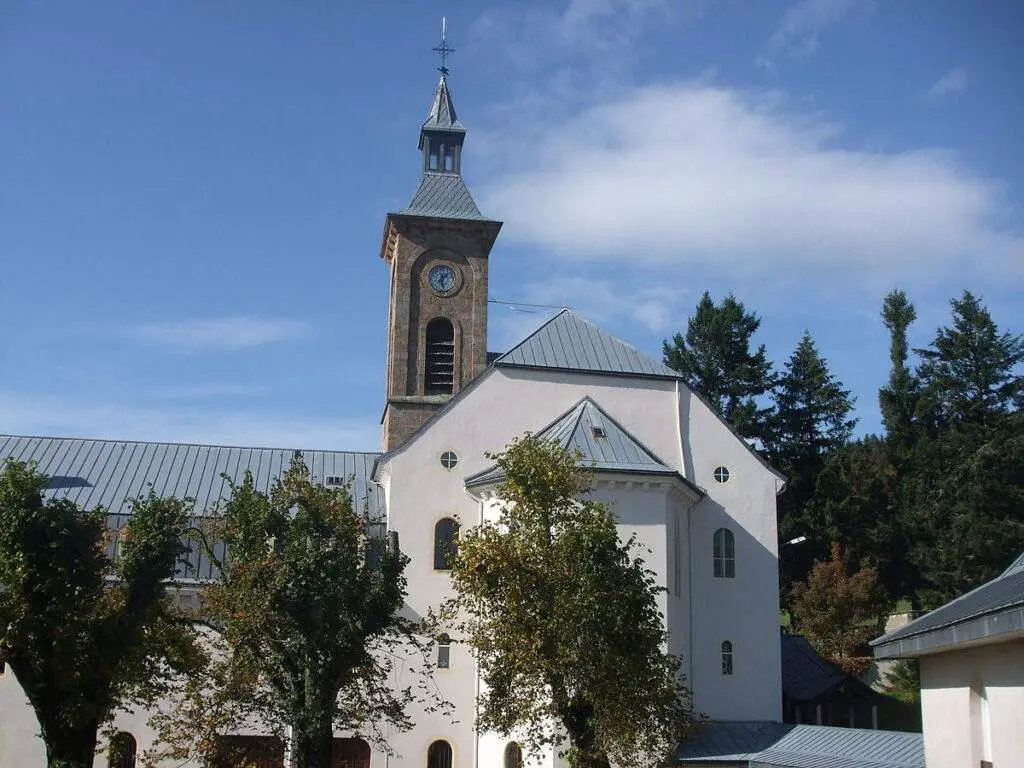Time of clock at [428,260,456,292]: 1:28
